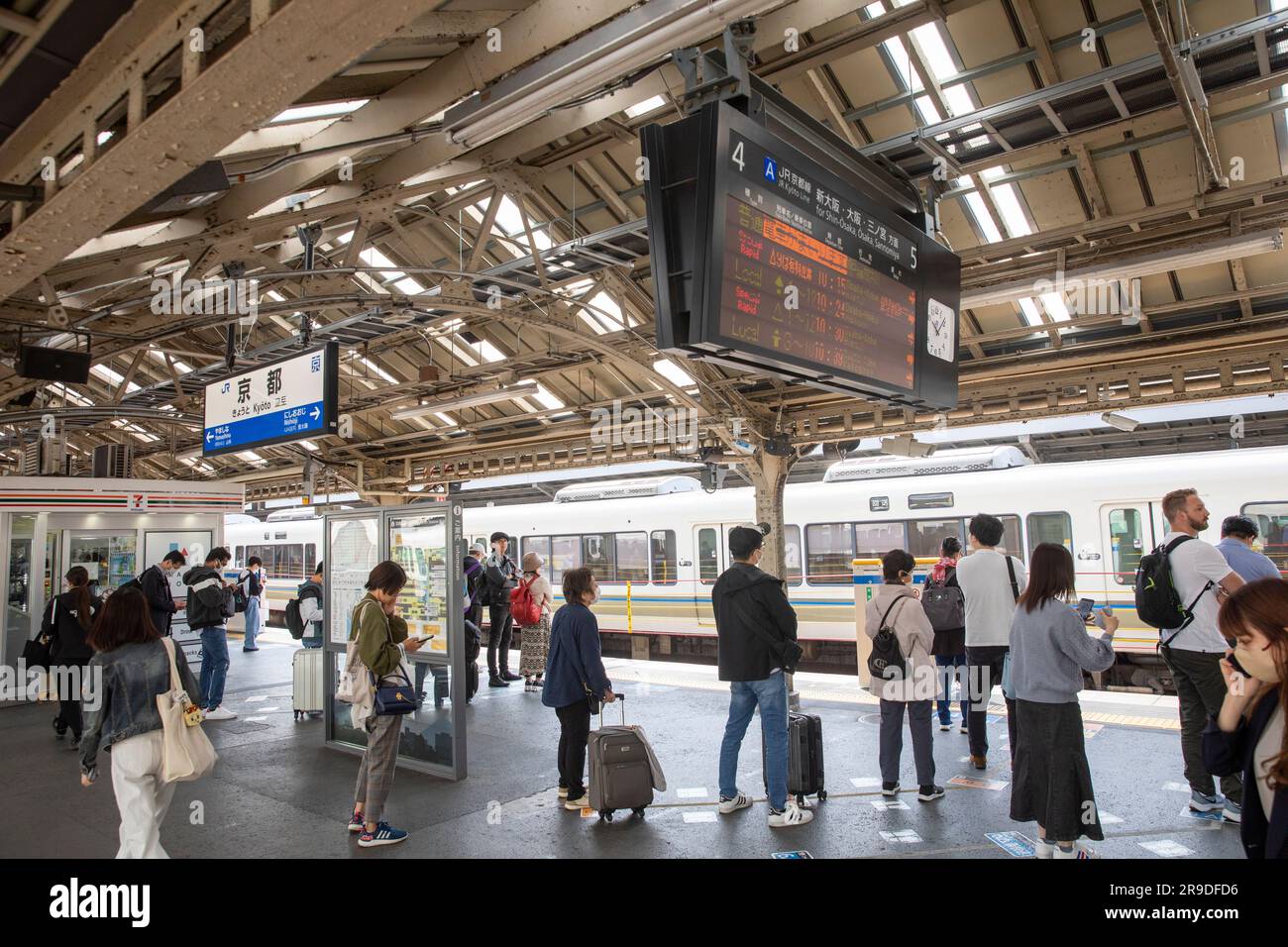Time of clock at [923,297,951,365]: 10:07
